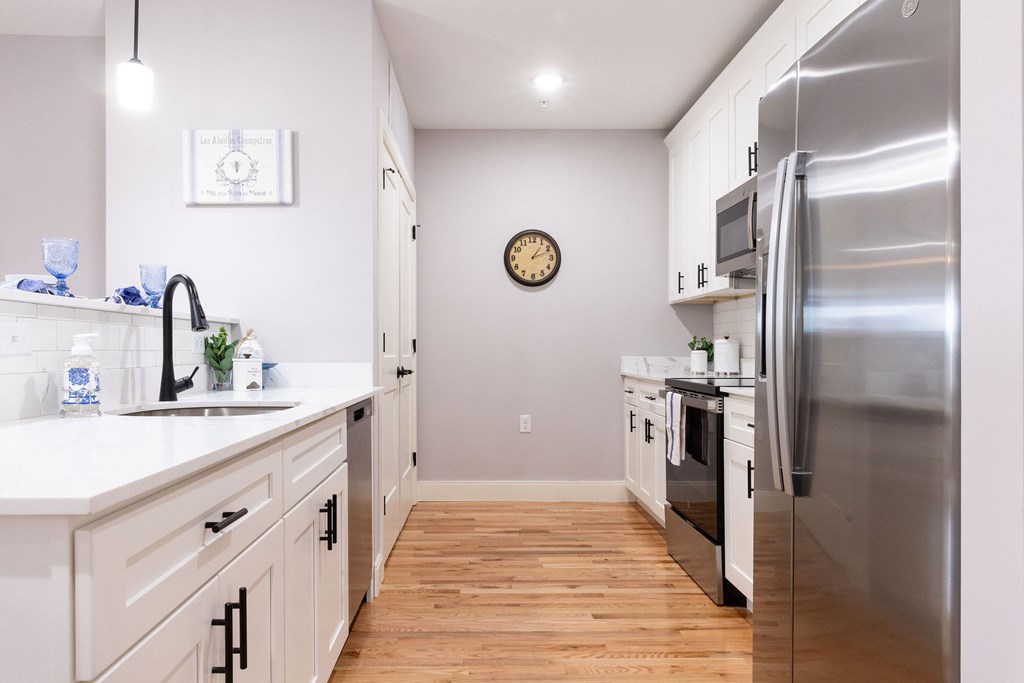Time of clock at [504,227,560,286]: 1:11
